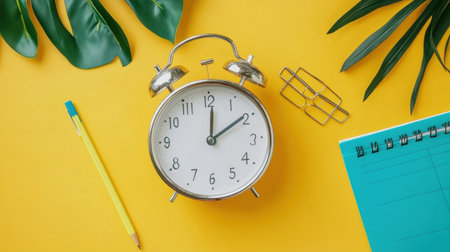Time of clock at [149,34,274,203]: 12:09
